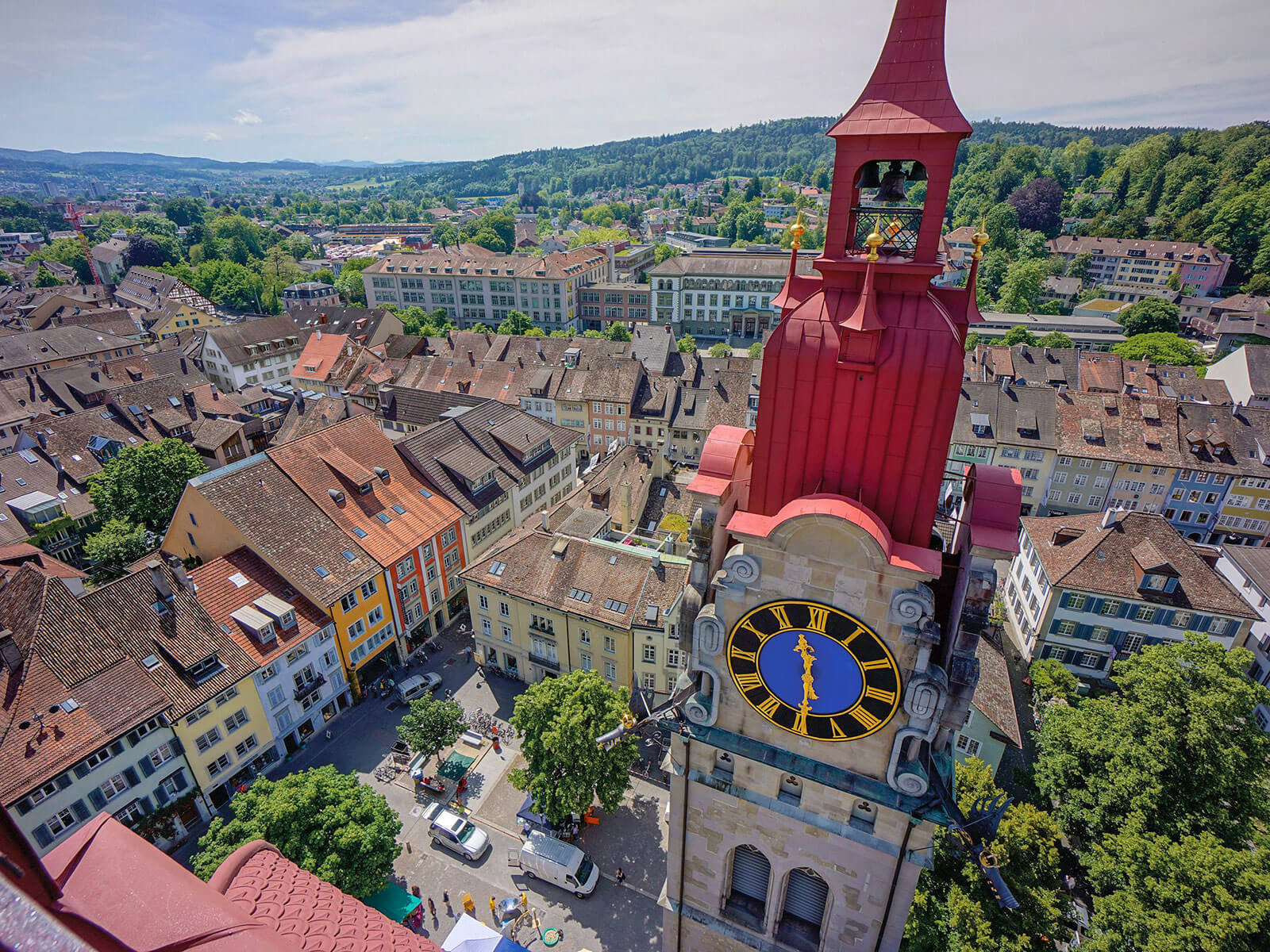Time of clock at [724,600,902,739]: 11:29
